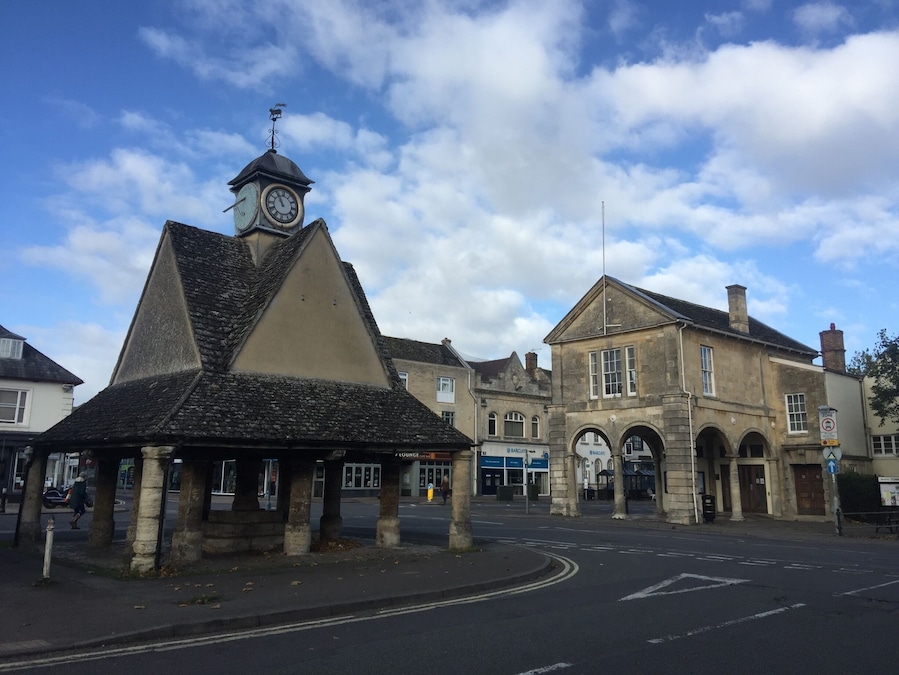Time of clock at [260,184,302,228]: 10:55
